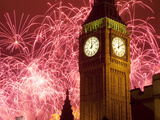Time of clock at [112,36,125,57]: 12:09
